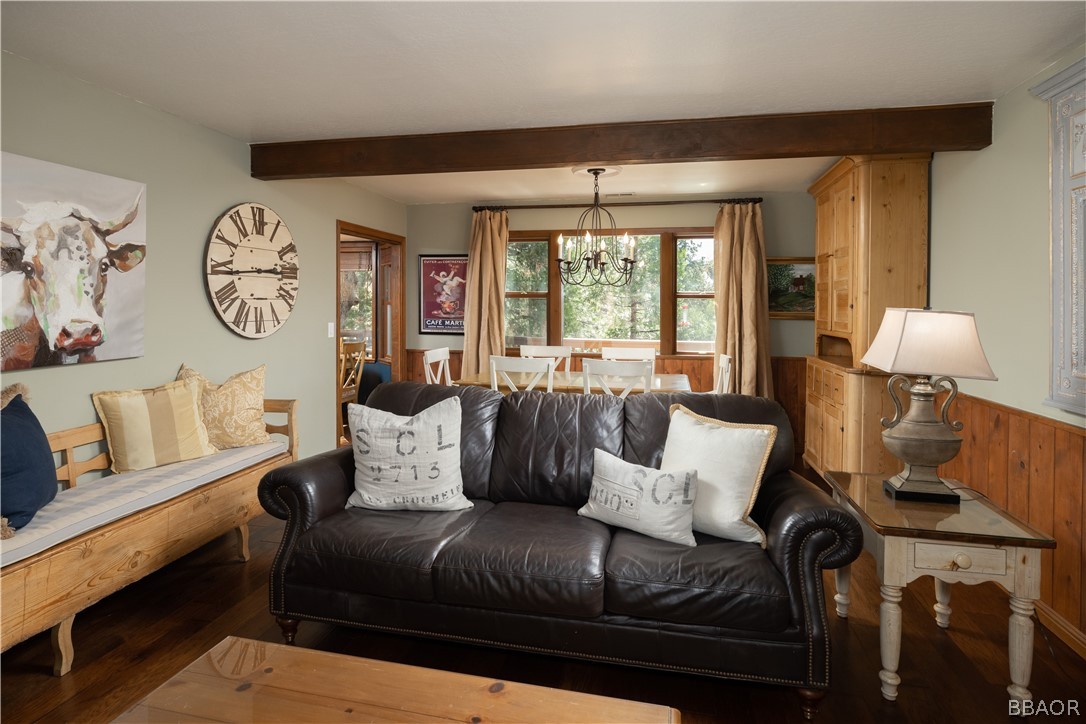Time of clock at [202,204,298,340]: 2:43
